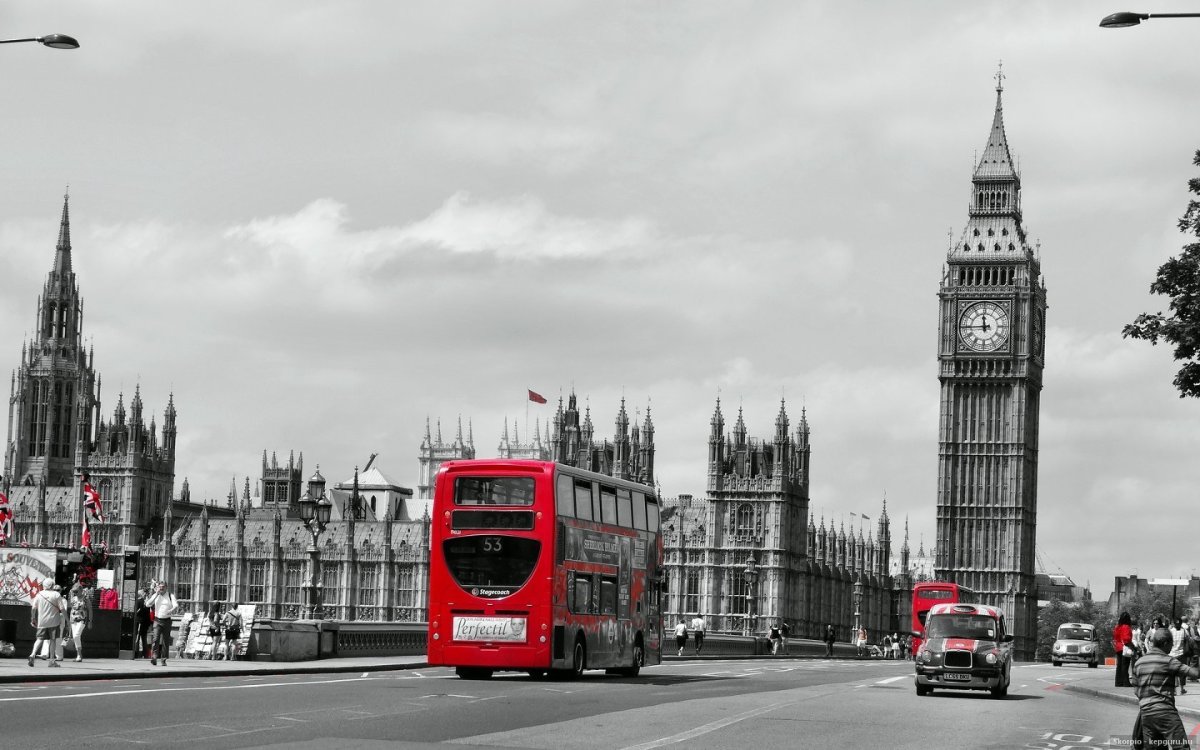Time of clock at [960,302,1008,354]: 11:44
